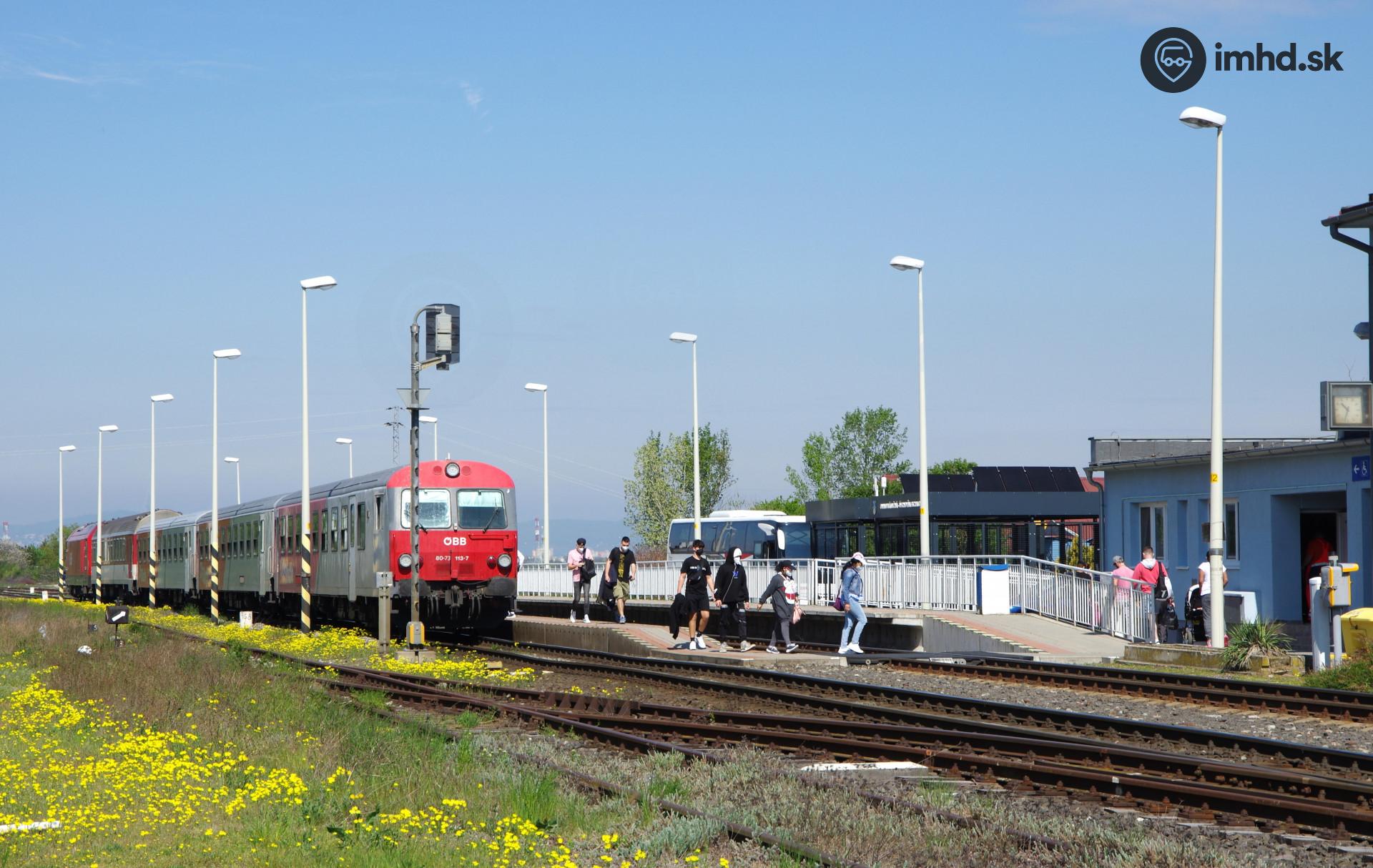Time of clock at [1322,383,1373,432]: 10:33
